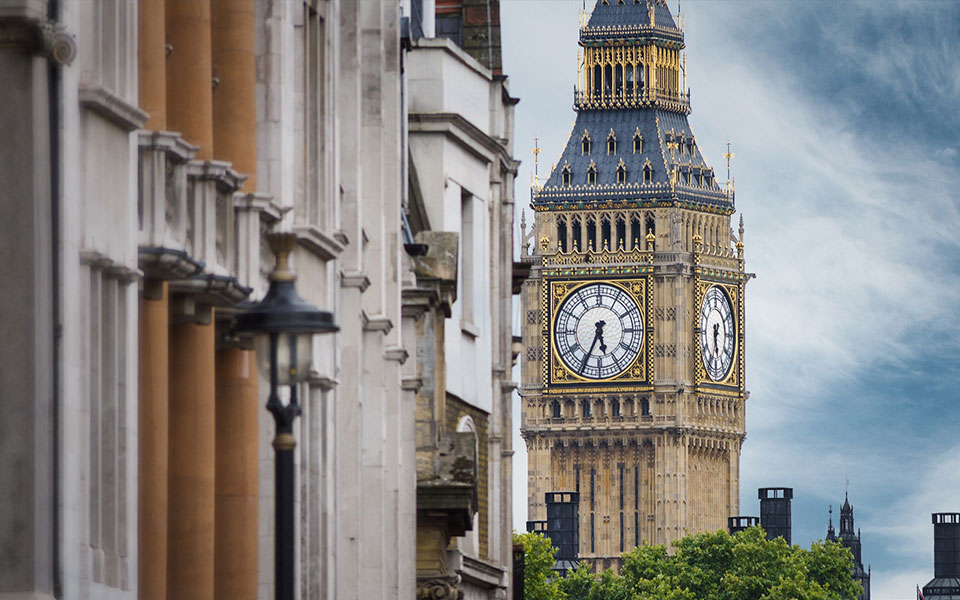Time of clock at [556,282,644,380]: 5:34
